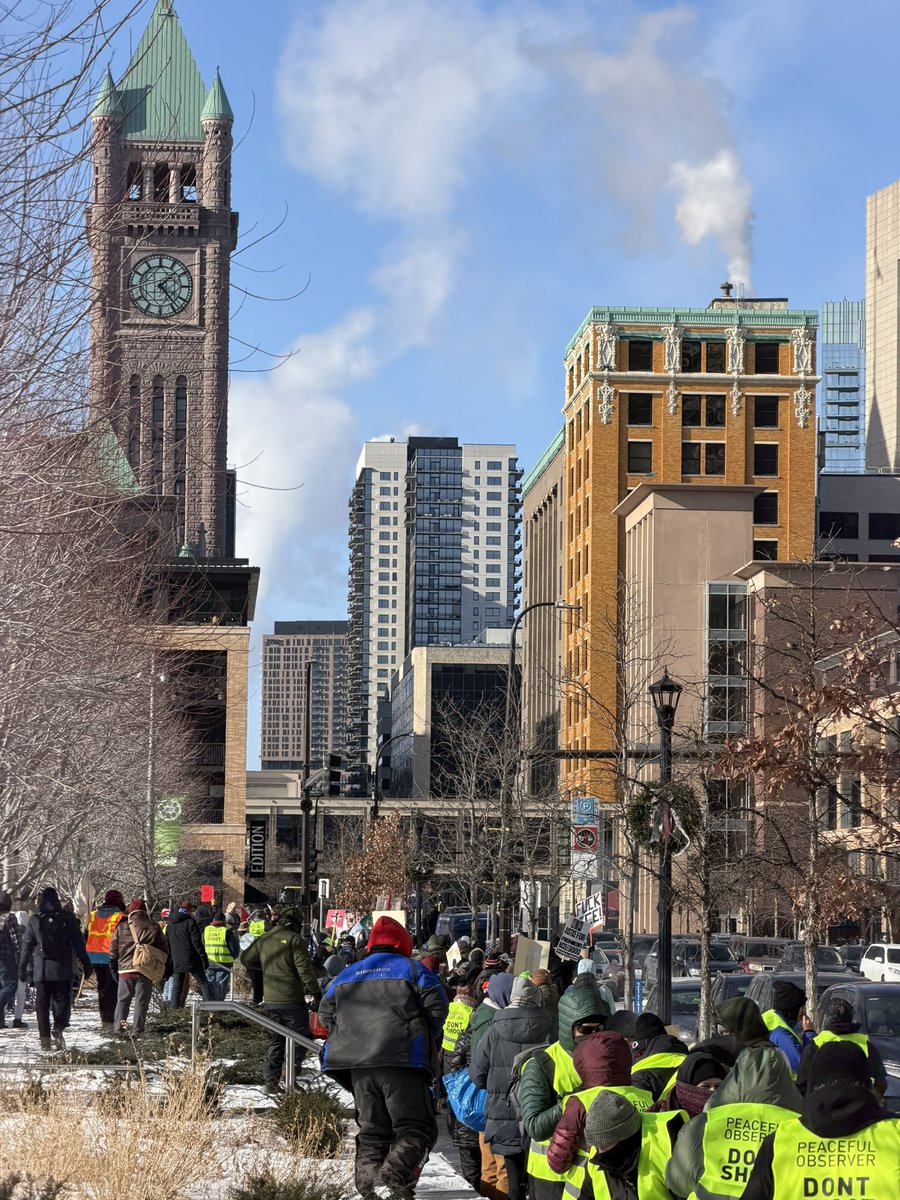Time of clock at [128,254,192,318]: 1:23
